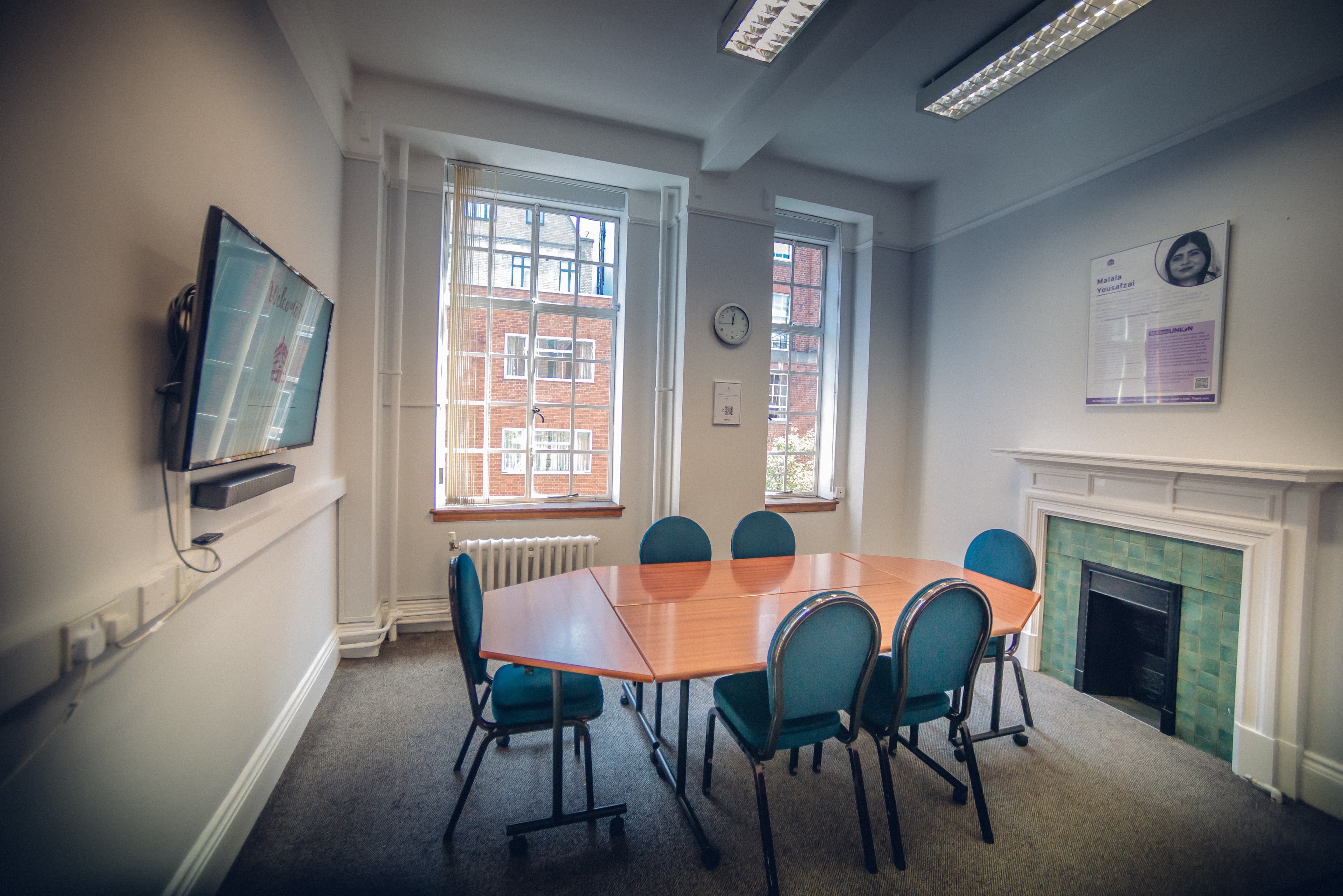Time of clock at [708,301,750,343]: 12:01
